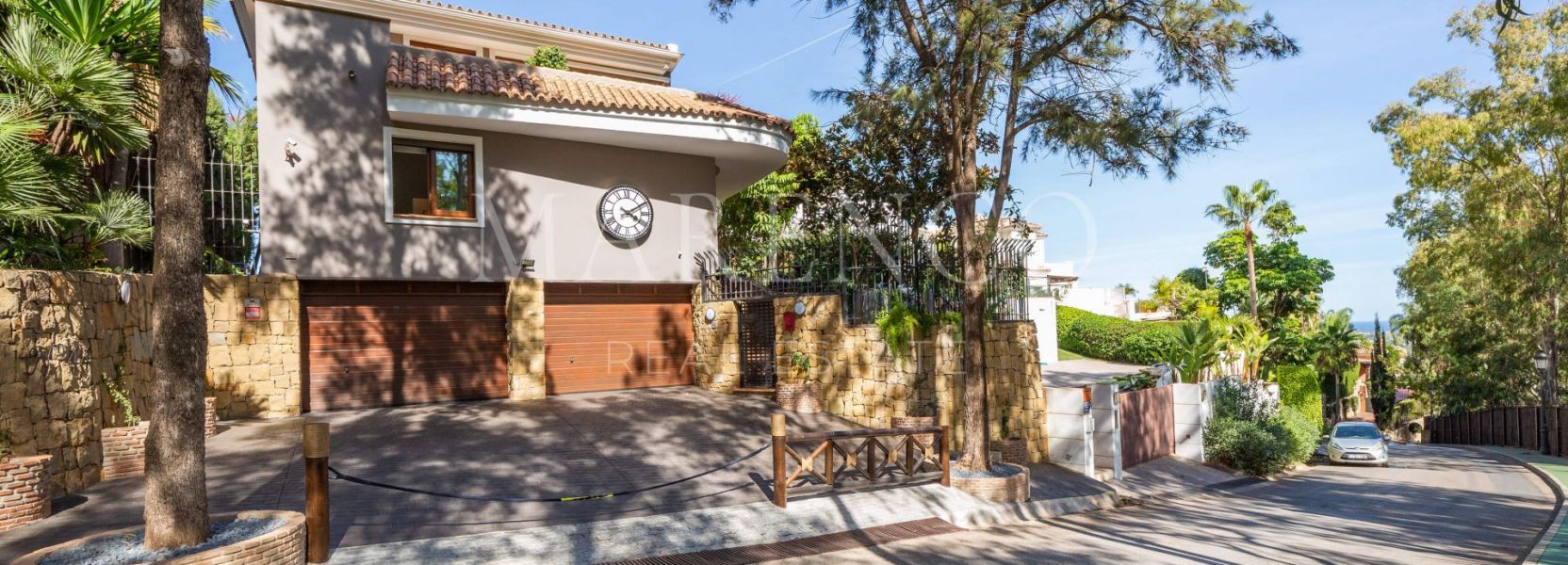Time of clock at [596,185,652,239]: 4:09
